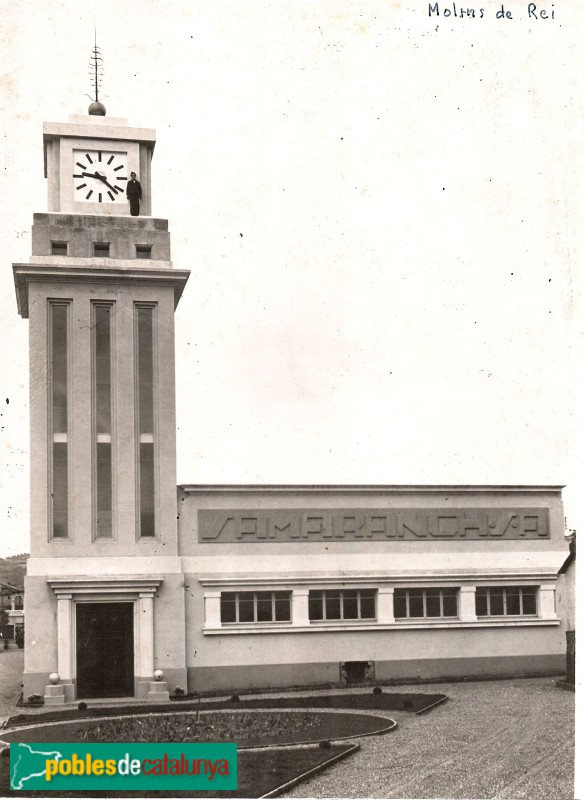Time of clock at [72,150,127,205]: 9:22
